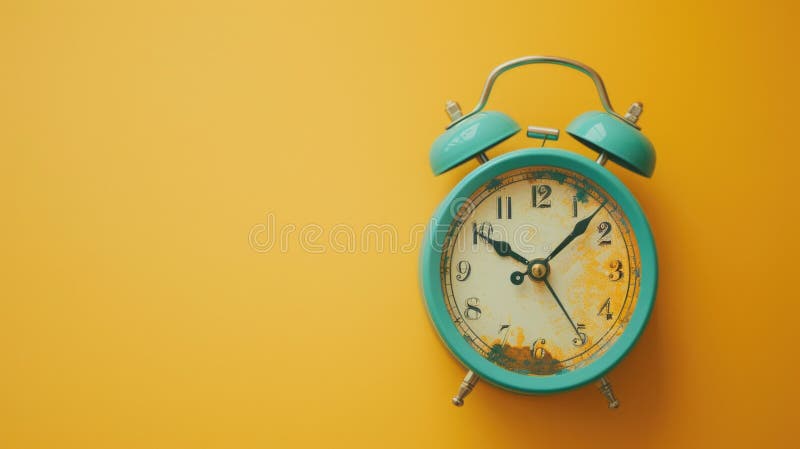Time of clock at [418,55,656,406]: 10:07
